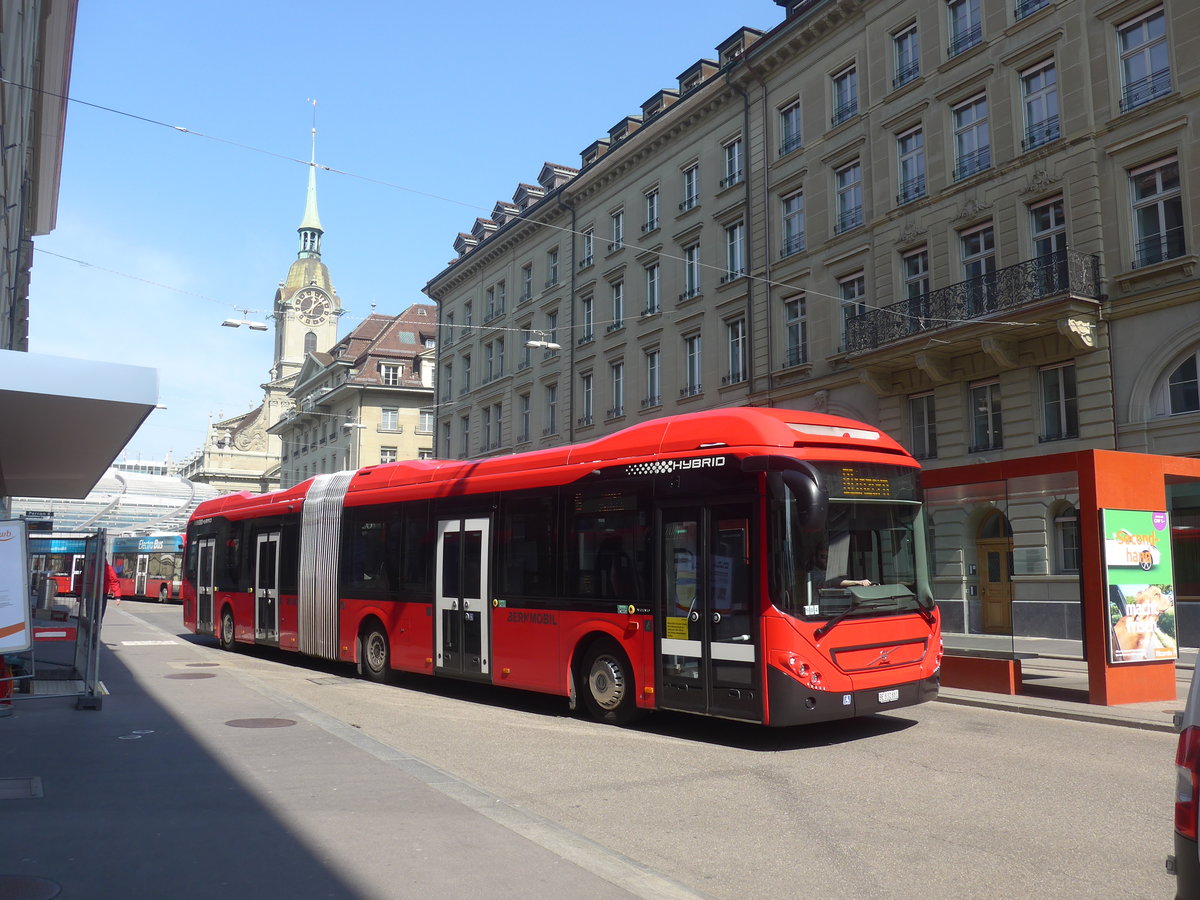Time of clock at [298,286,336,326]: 12:07
